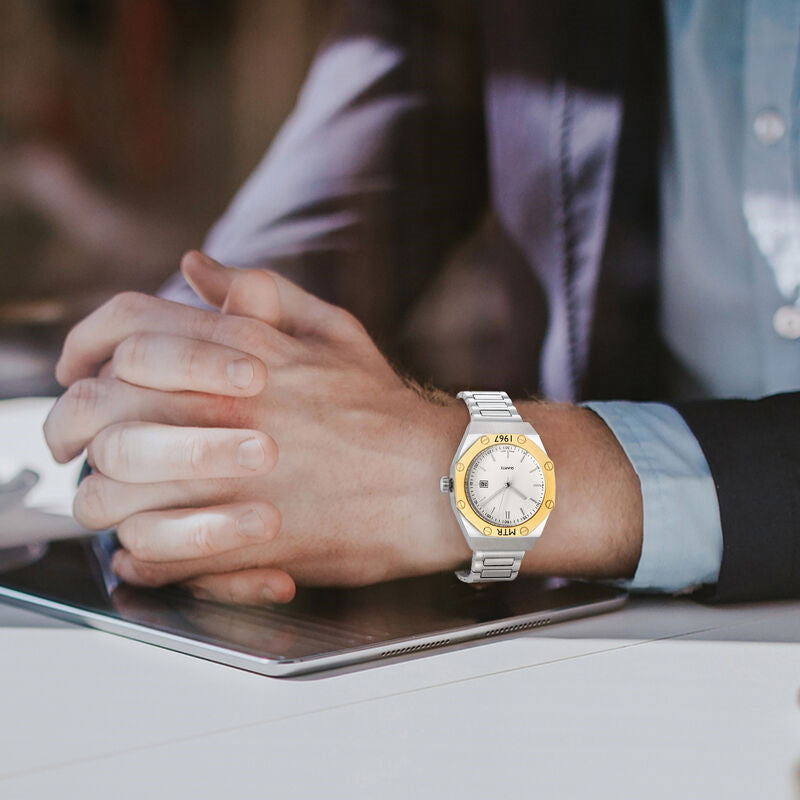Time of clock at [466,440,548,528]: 4:20
